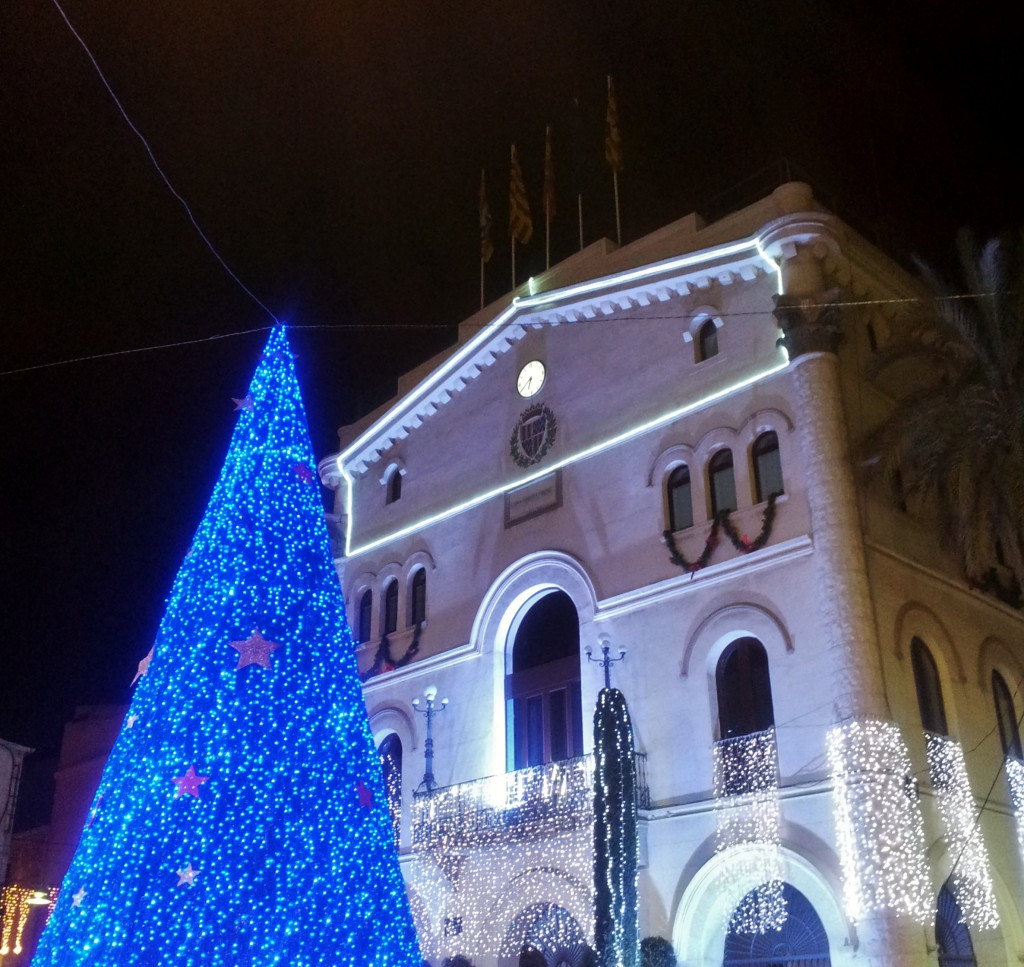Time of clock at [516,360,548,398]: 6:39
